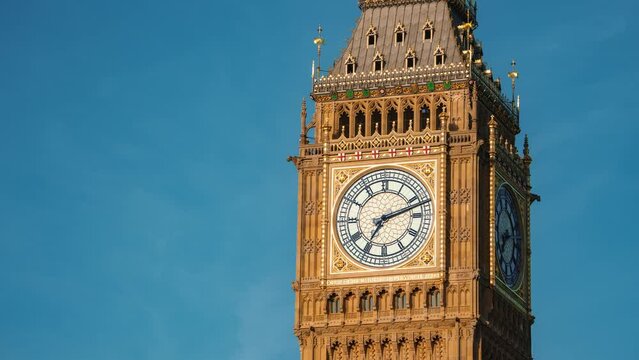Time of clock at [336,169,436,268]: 7:11
